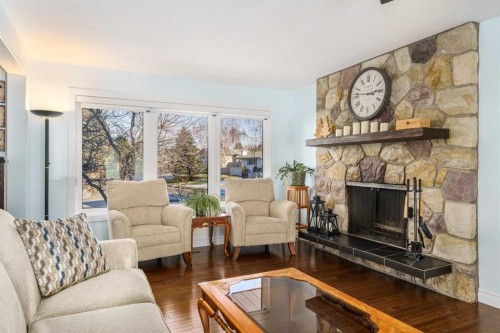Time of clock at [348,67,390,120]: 2:46
